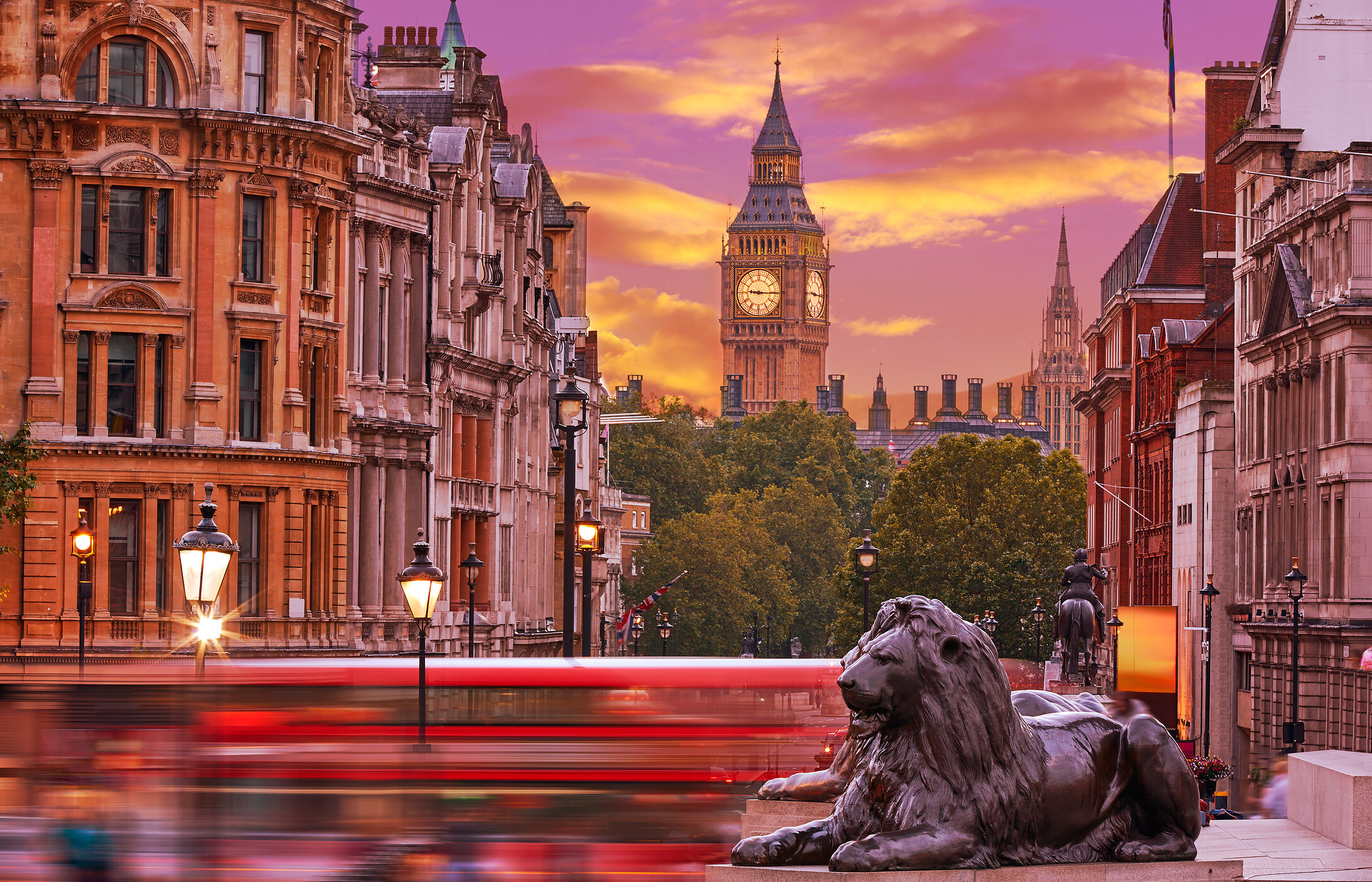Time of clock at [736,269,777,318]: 9:15
